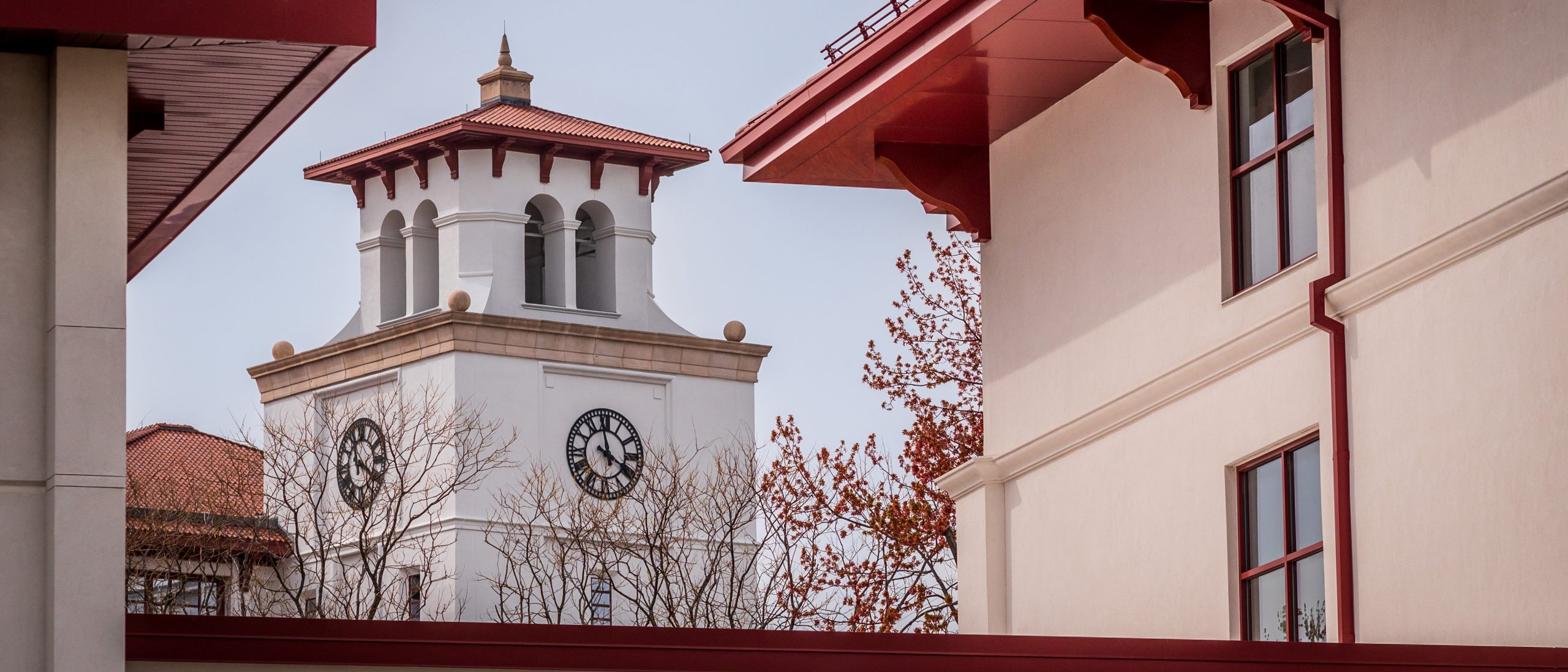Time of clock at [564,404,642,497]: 3:58
